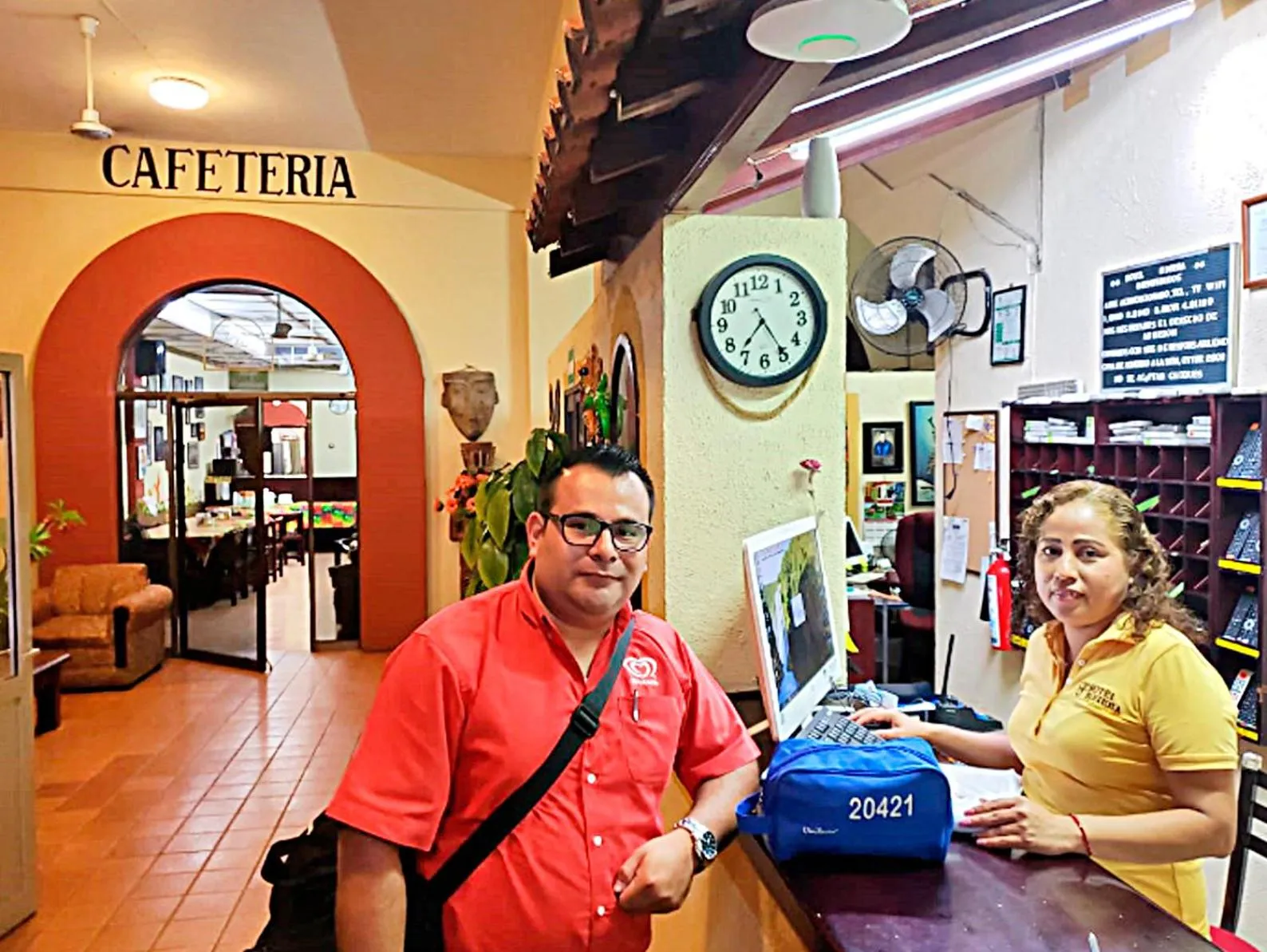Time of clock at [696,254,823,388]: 7:24
